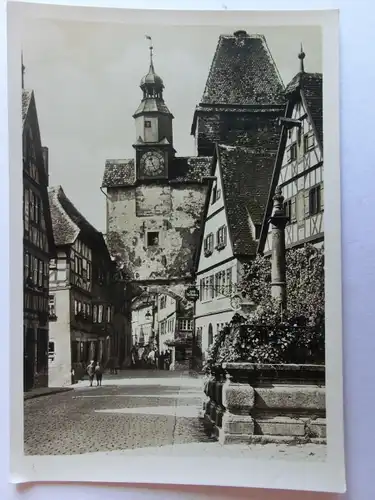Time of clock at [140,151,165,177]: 11:24
